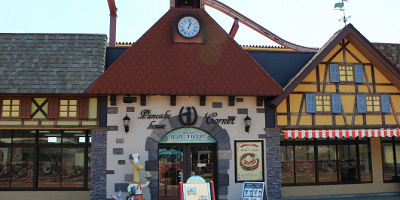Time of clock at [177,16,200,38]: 1:02
